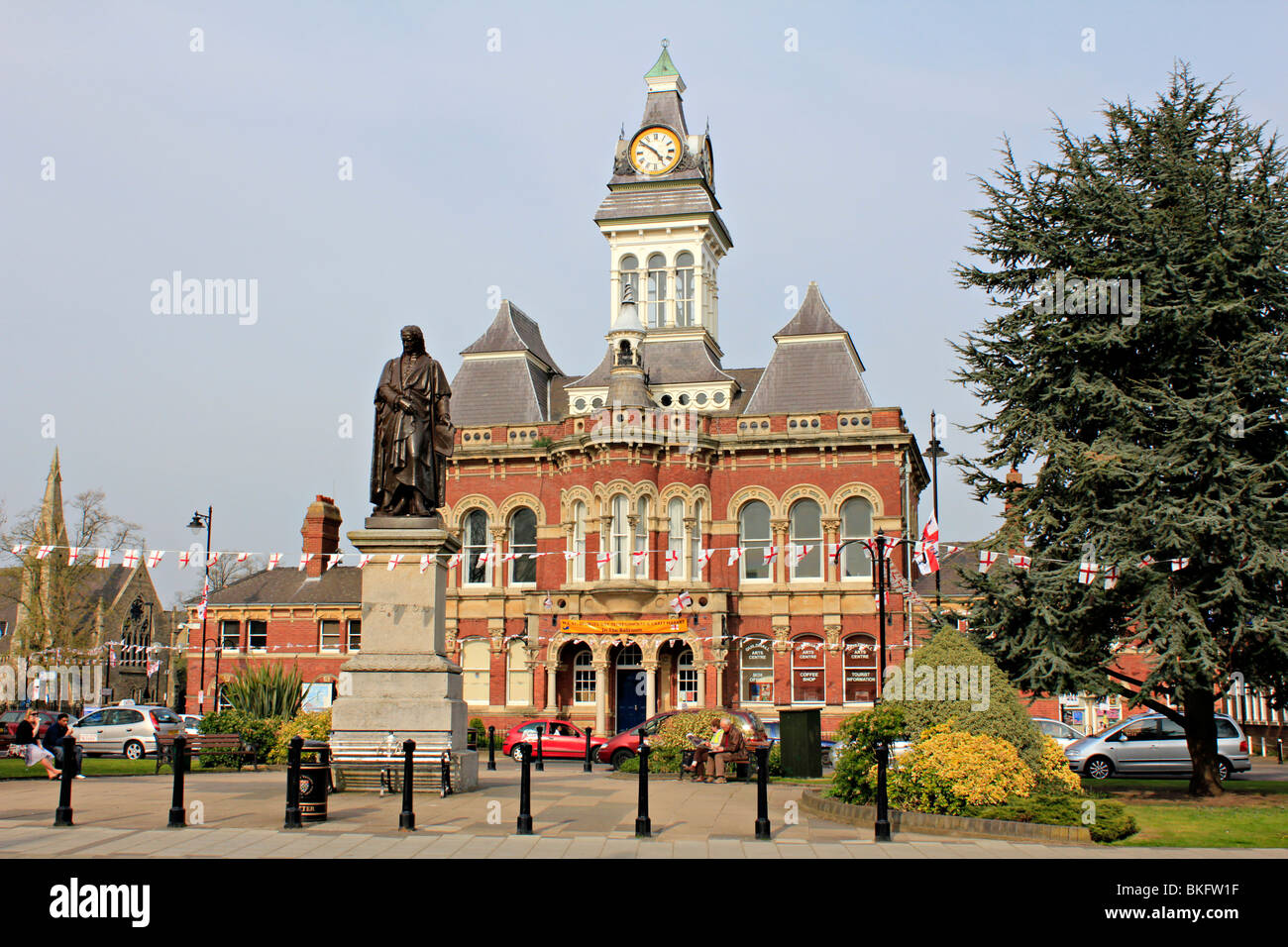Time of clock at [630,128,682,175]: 4:50
